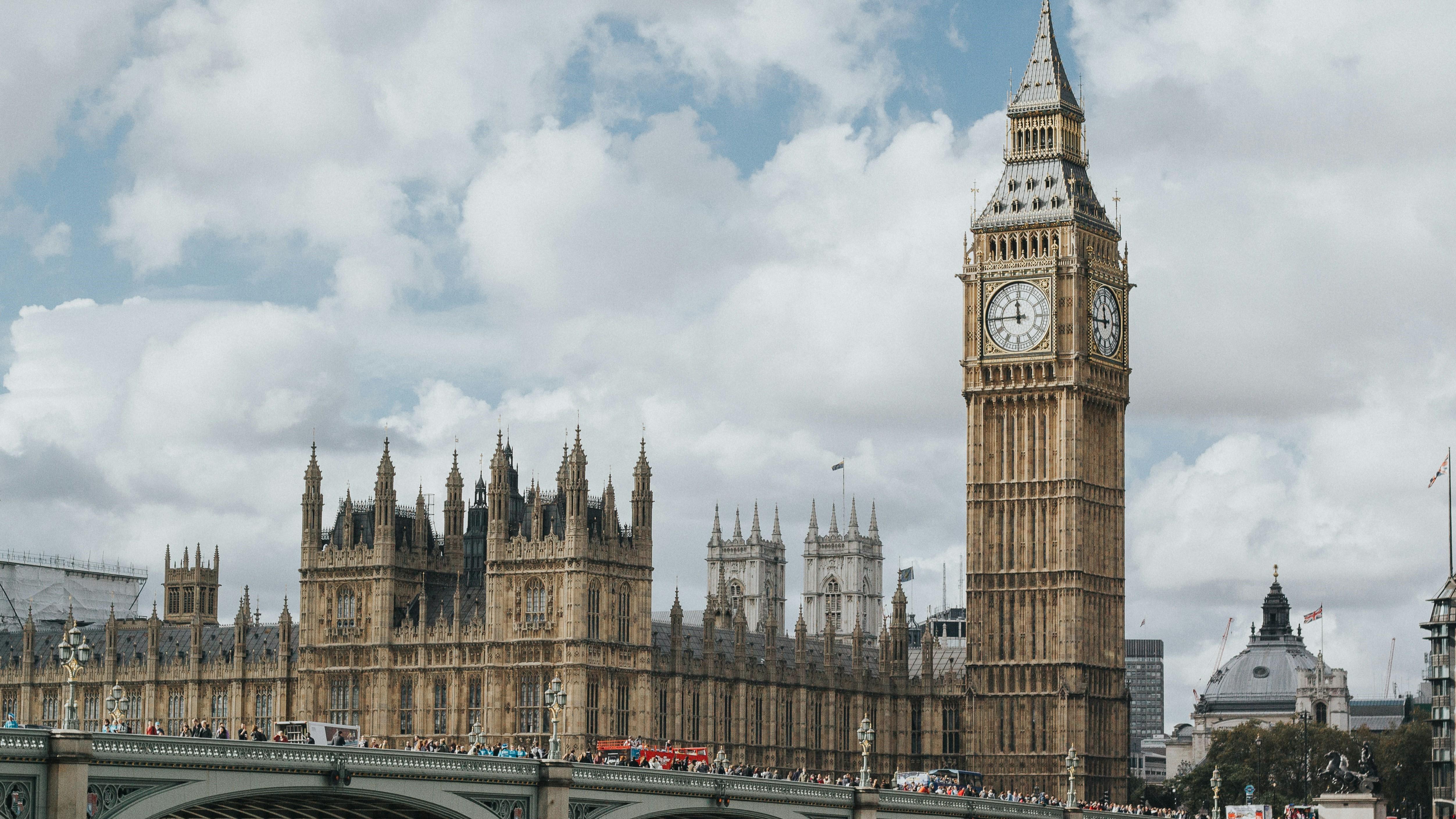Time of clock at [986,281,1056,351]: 11:44
